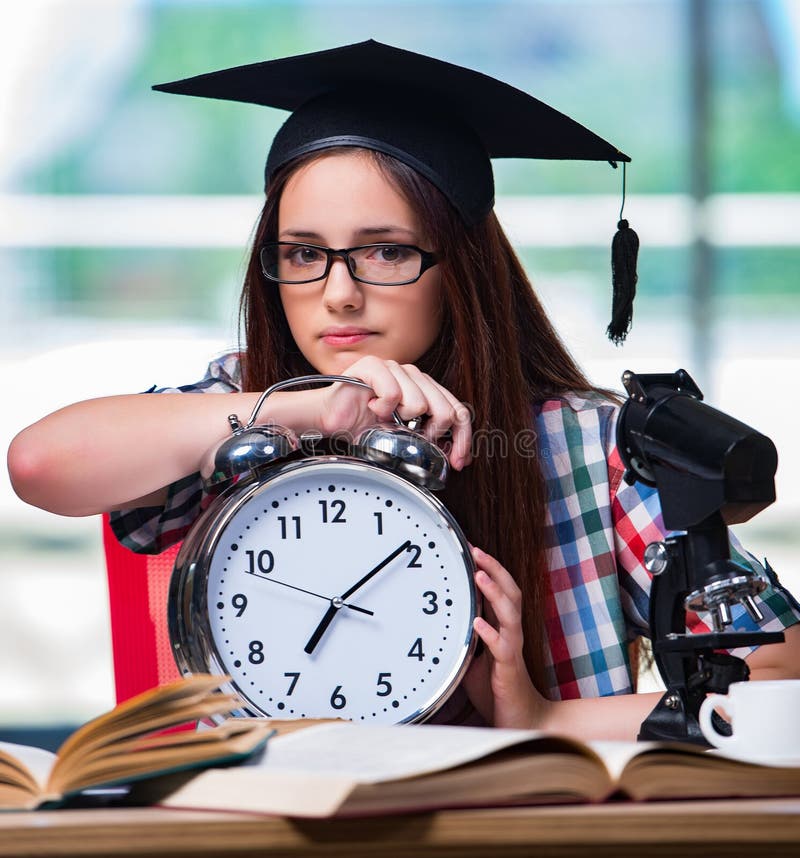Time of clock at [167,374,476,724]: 7:08
